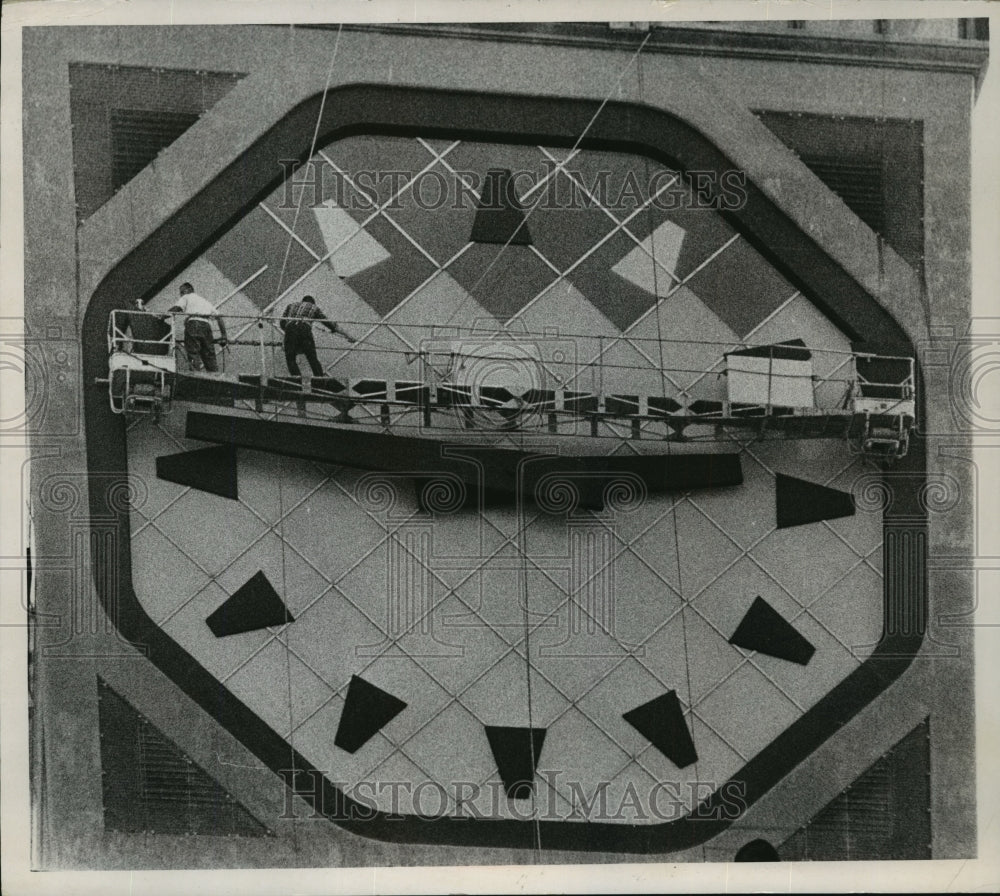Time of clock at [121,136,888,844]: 2:45
